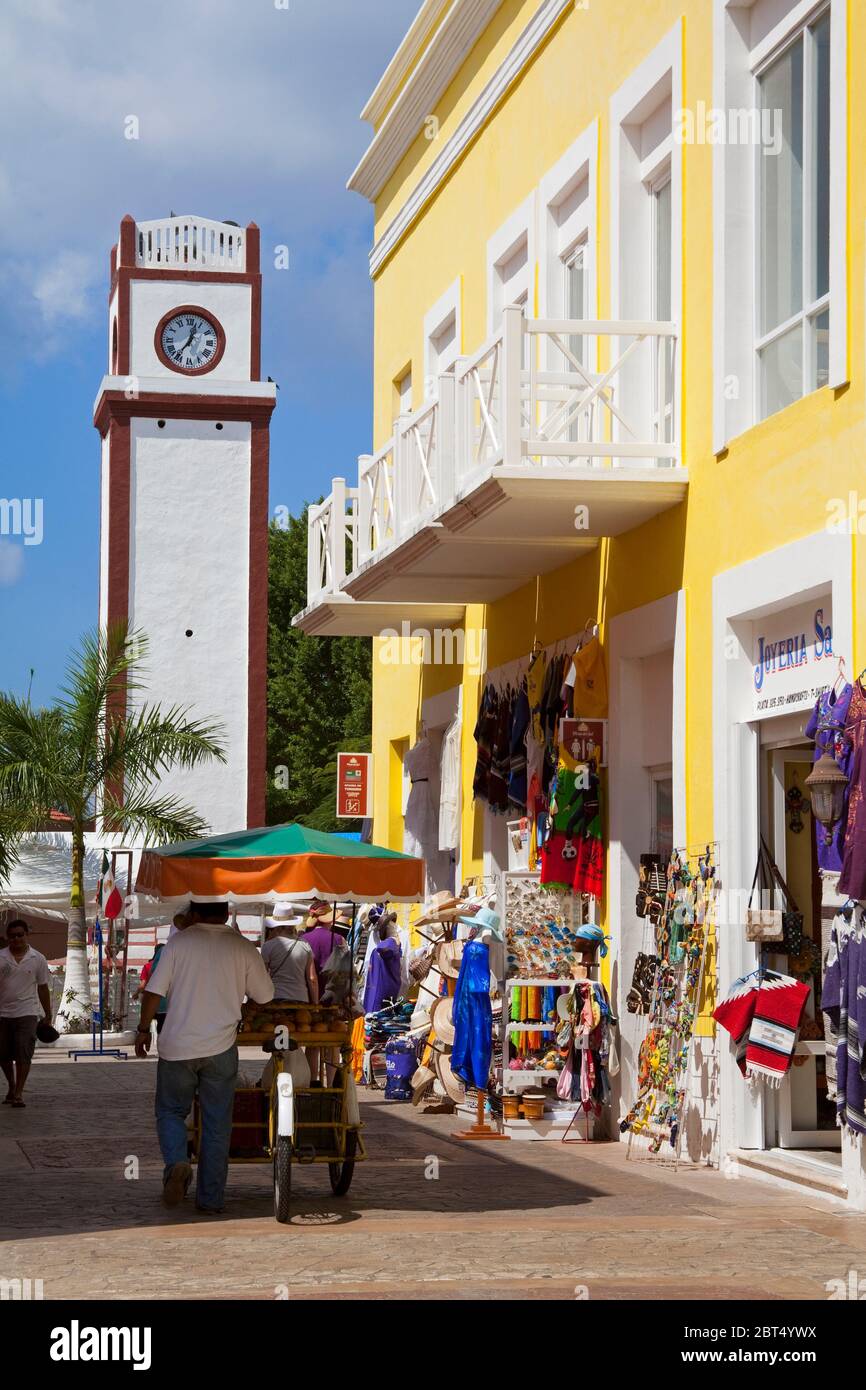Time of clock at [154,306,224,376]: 12:36
